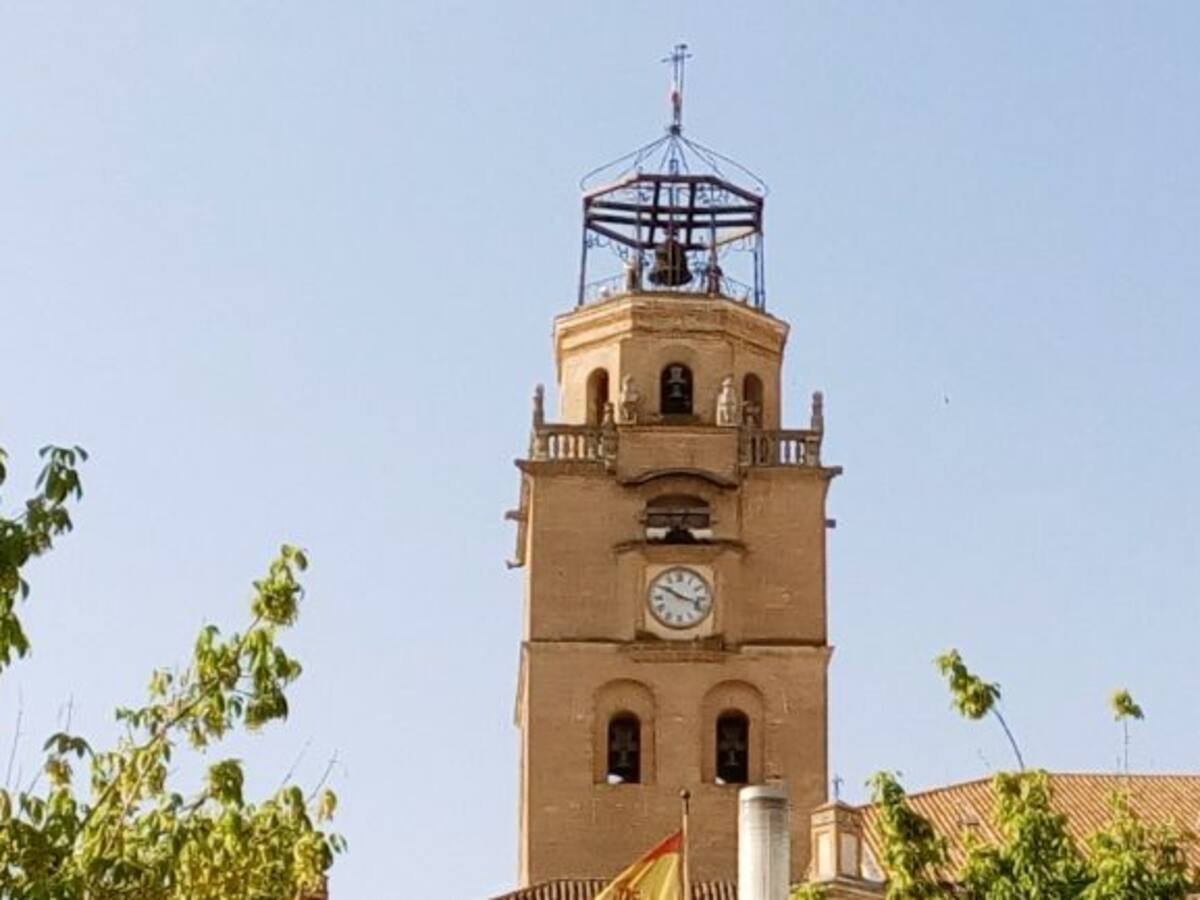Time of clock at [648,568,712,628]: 10:17
